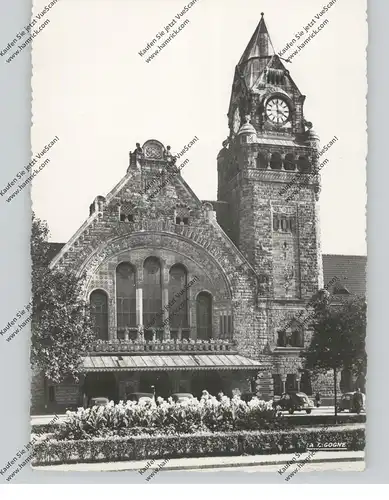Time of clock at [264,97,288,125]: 3:58
